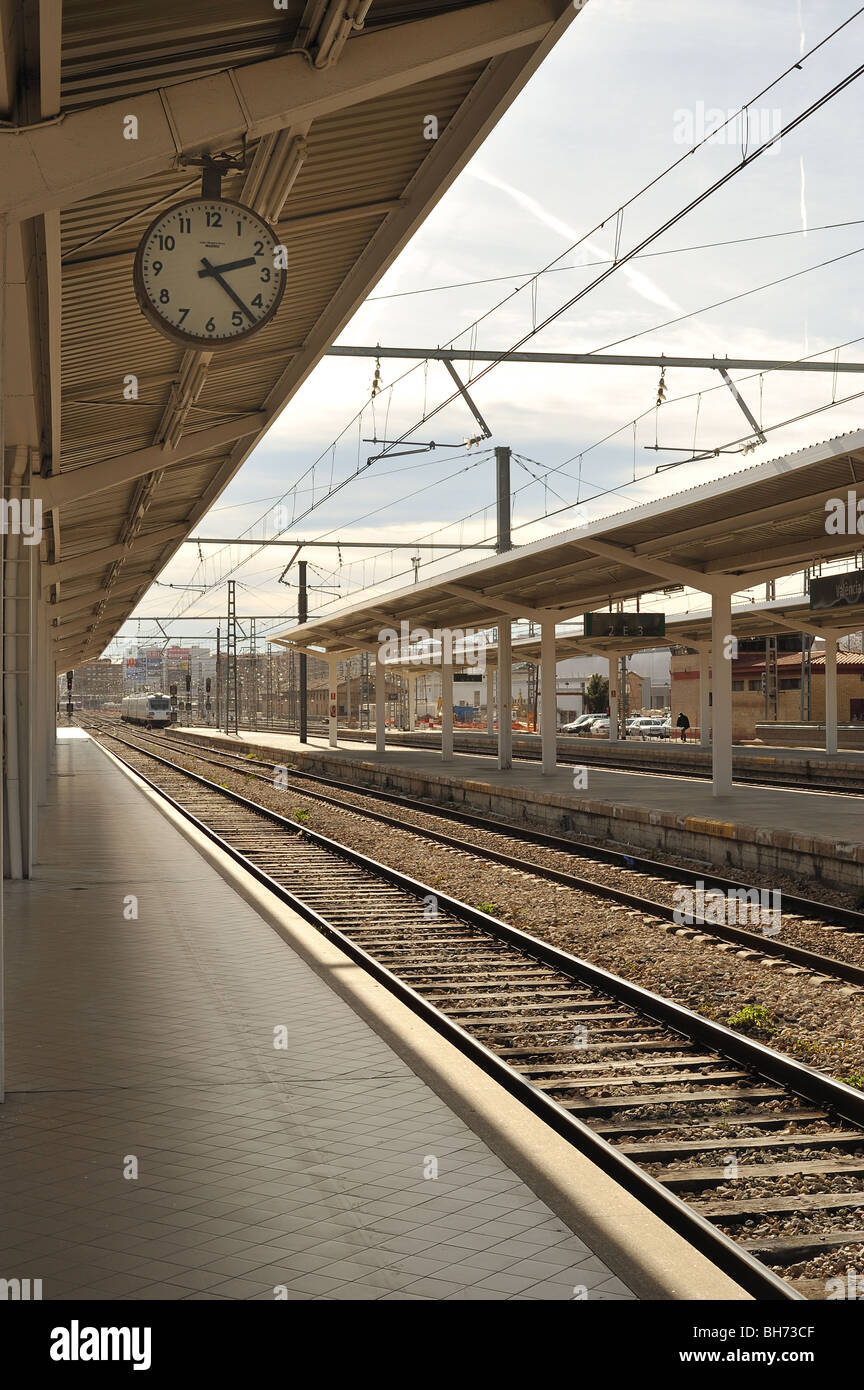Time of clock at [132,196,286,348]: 2:23
